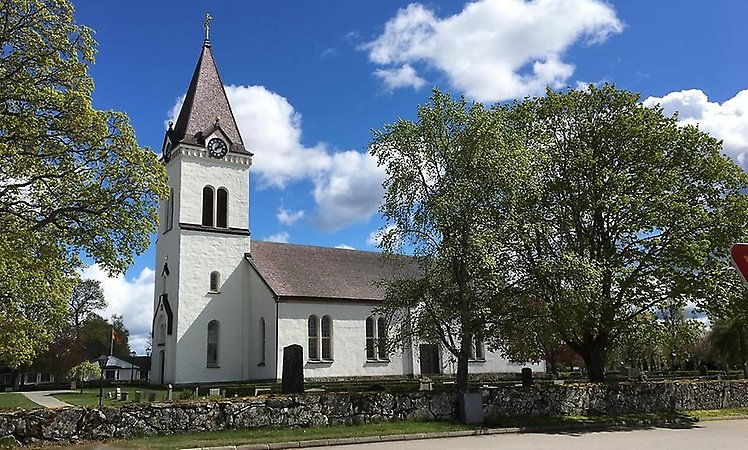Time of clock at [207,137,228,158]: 1:11
